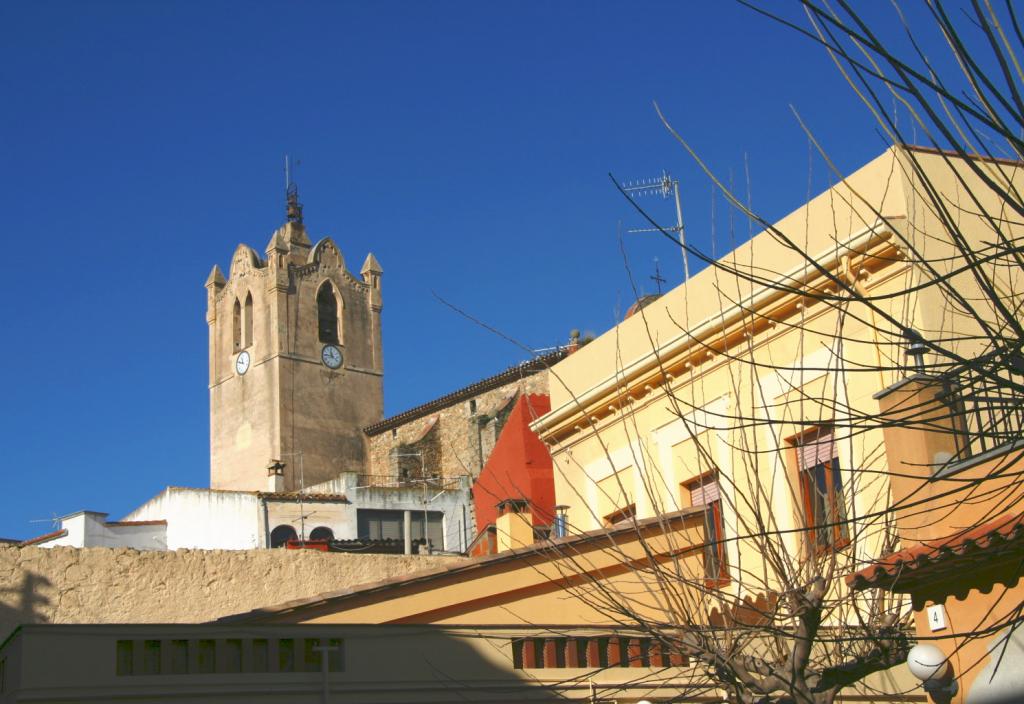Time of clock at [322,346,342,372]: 11:45
